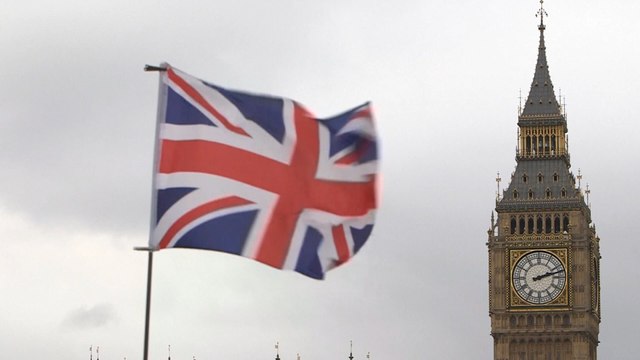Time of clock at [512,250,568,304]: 2:12
